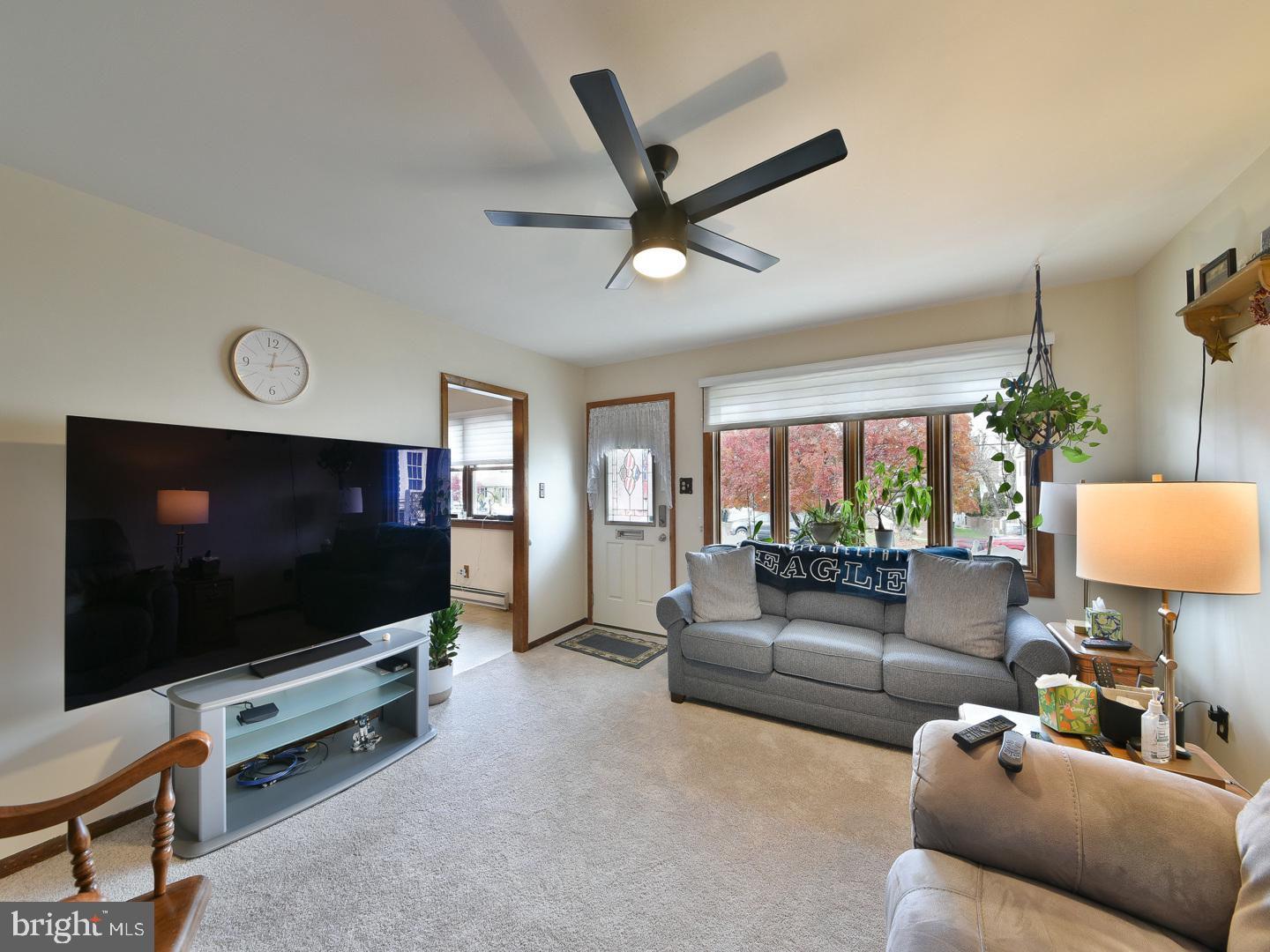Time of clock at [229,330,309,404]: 12:13
